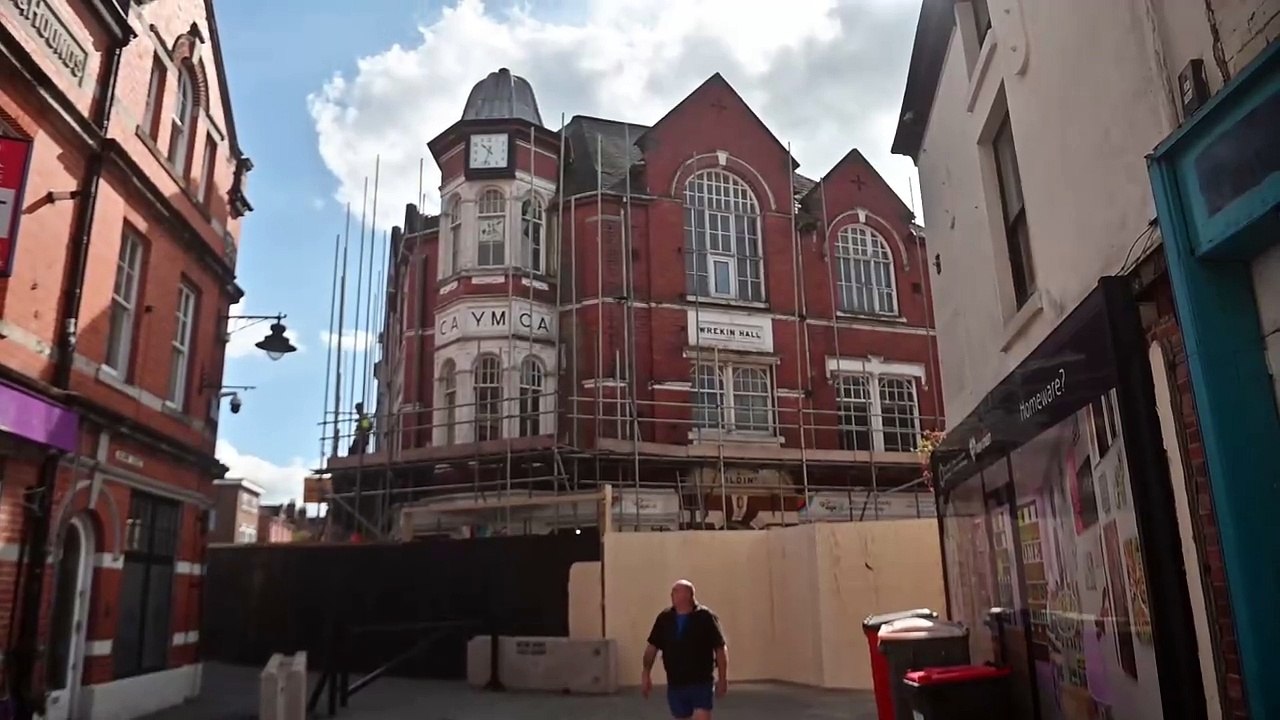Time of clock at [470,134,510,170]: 10:33
